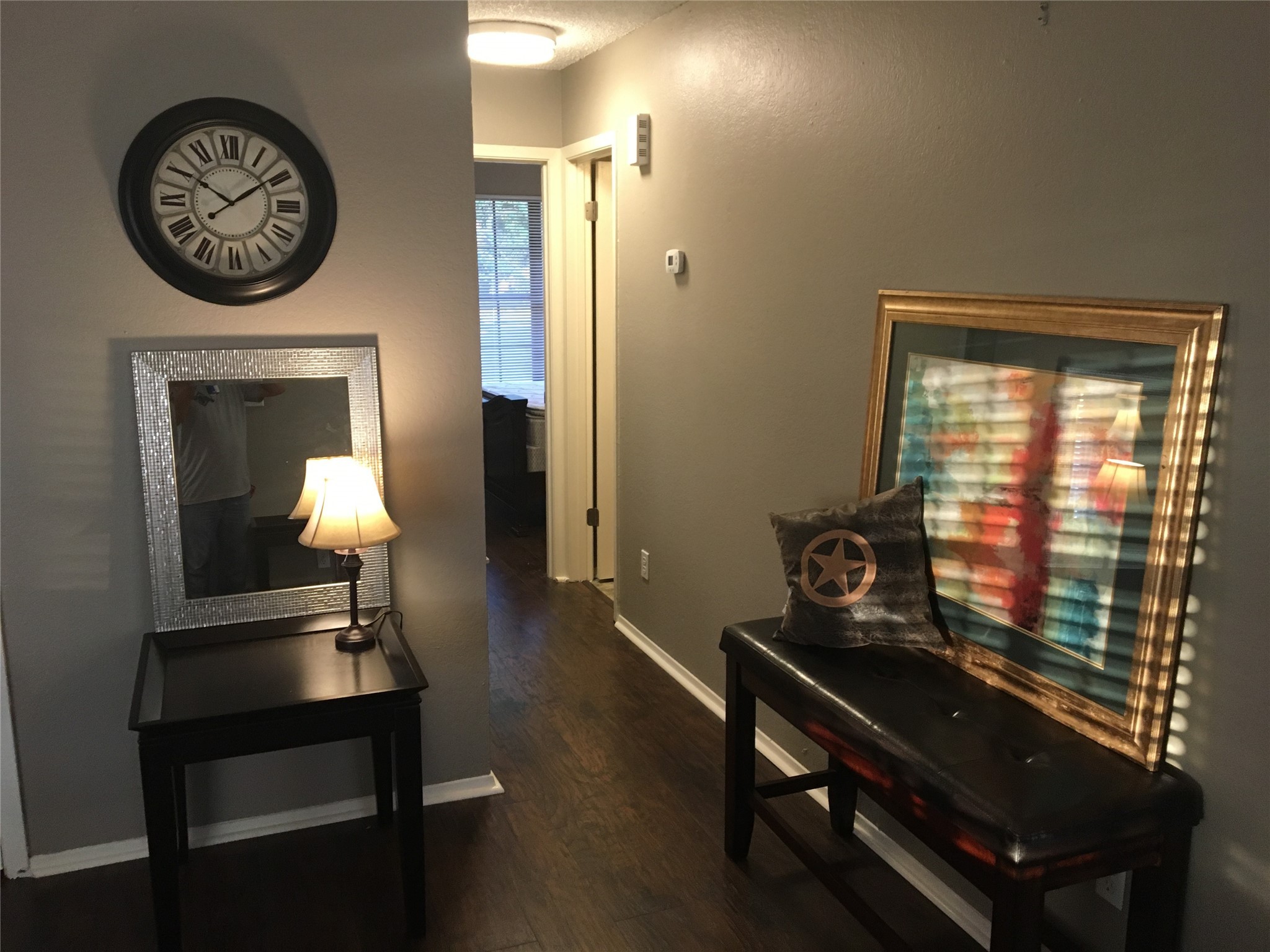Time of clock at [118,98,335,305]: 1:50
